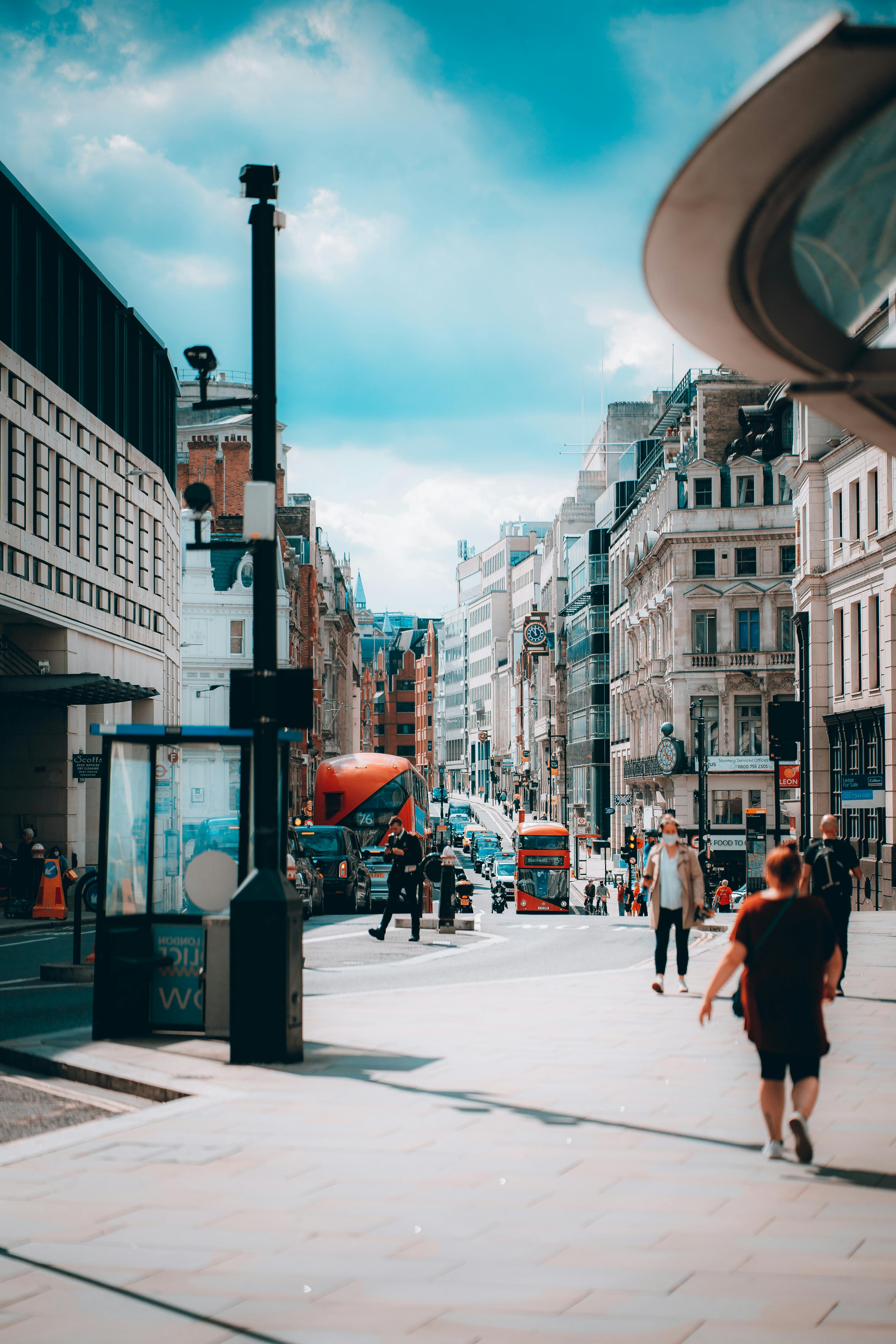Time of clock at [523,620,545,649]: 11:52
